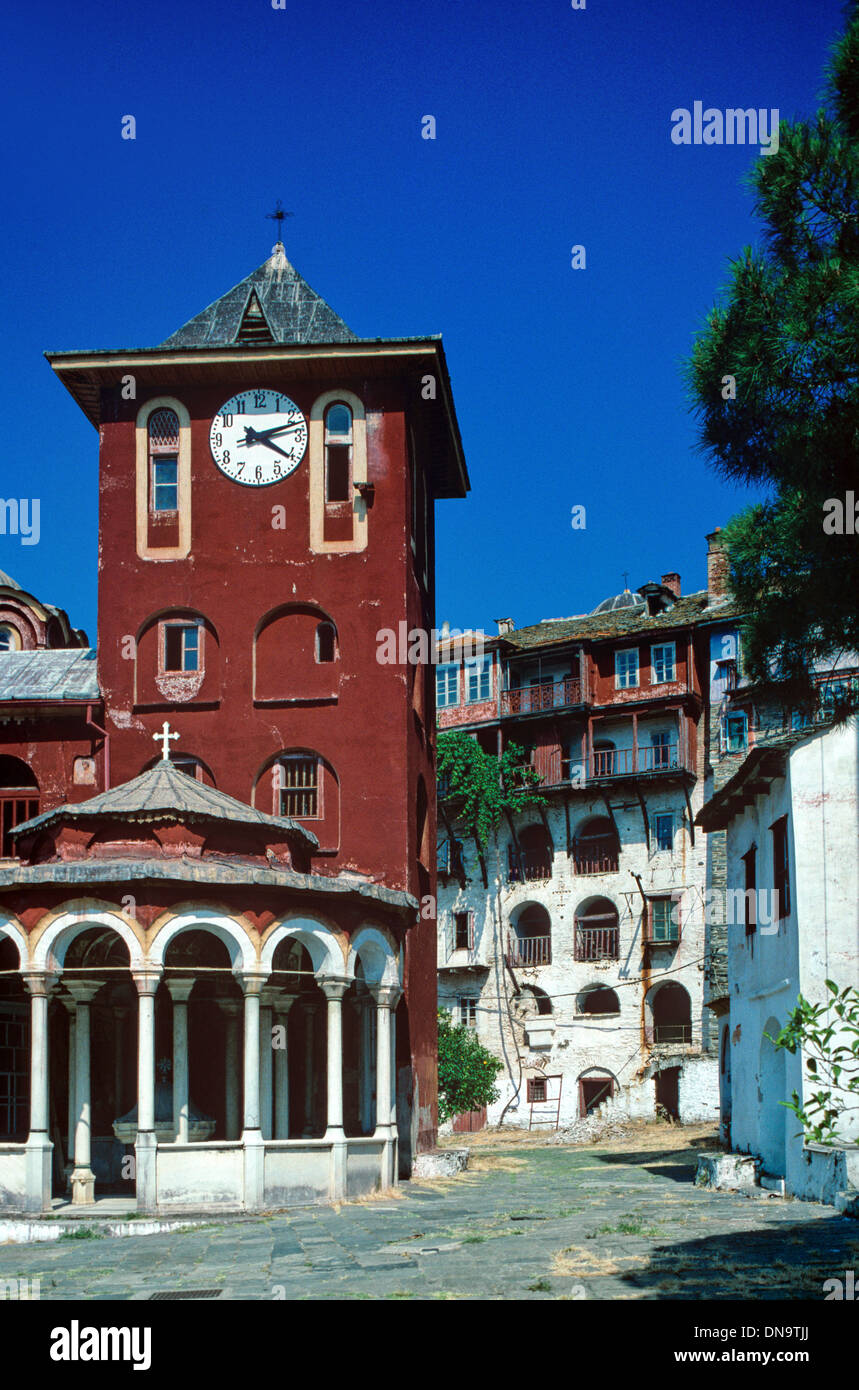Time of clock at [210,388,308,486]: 4:11
